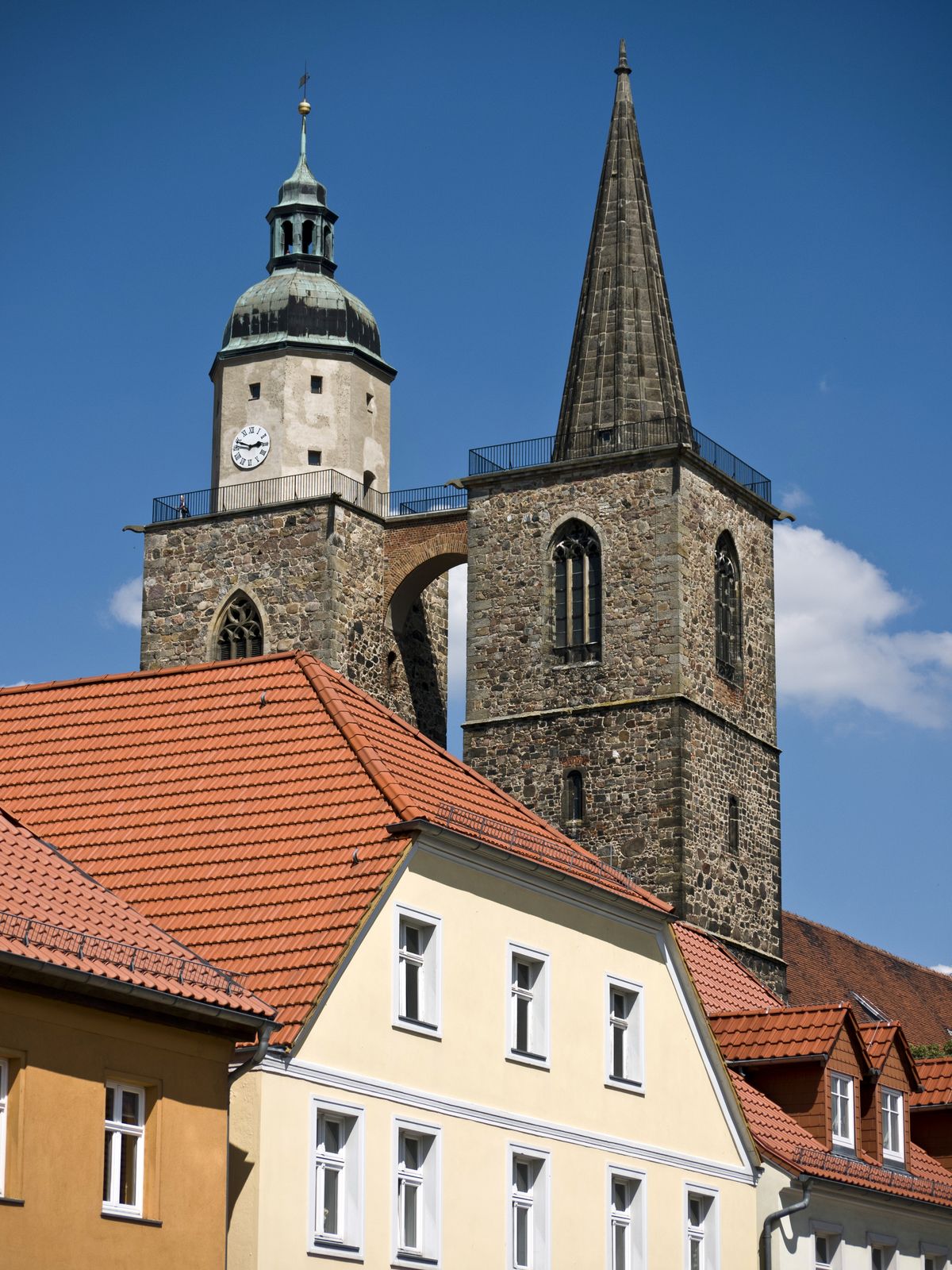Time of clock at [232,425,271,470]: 2:48
